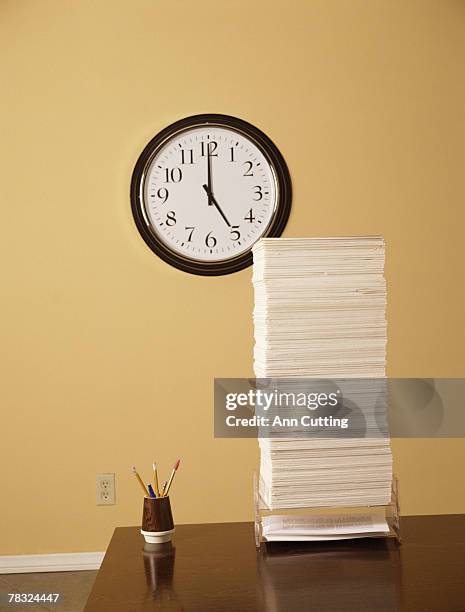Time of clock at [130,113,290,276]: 5:00
